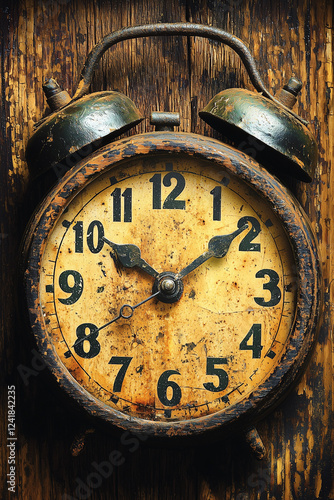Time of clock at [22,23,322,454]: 10:09
